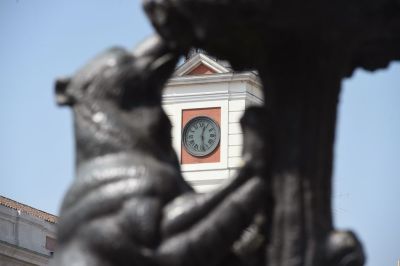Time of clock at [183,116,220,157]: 12:28
